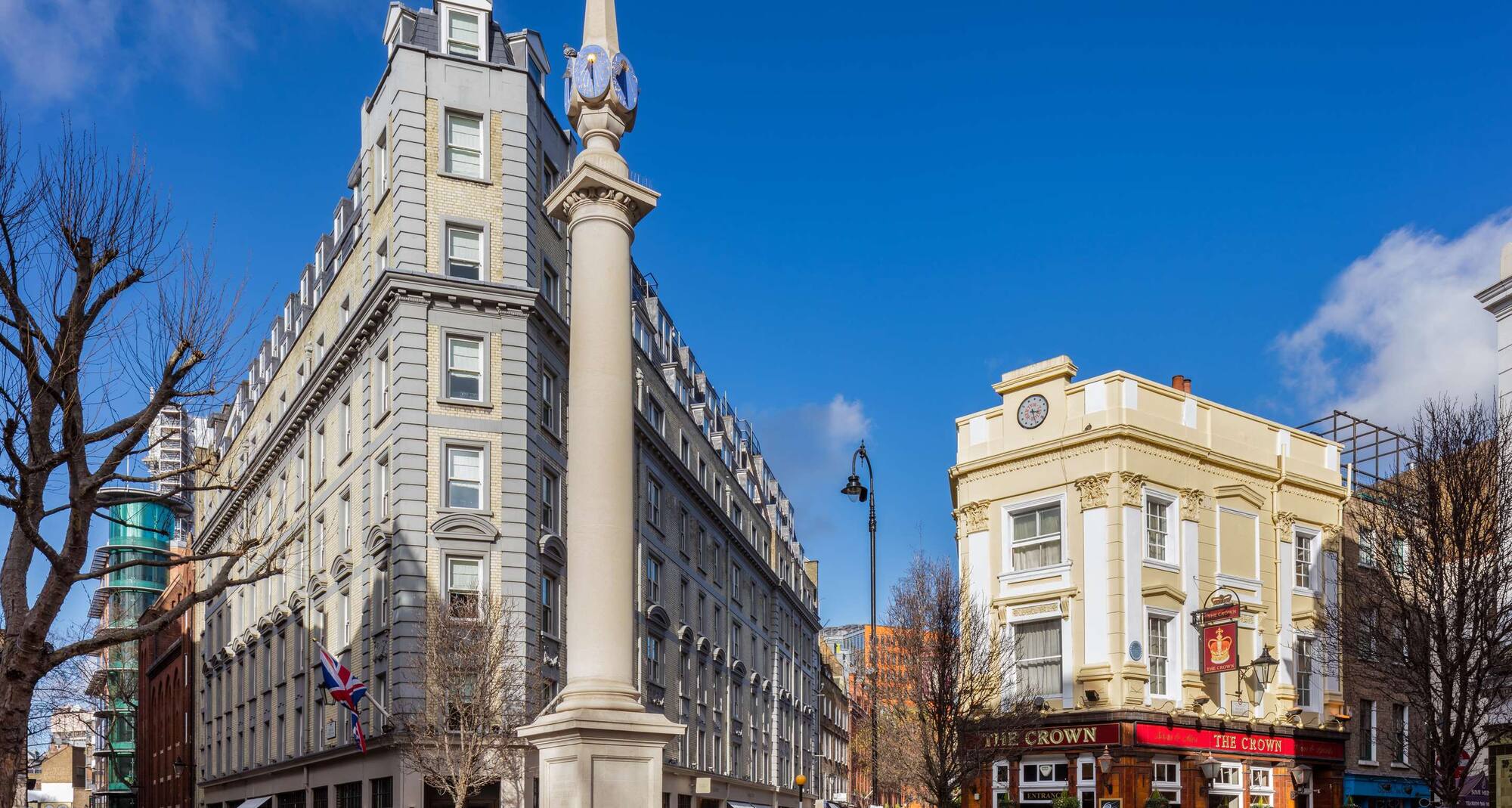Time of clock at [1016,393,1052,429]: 3:26
